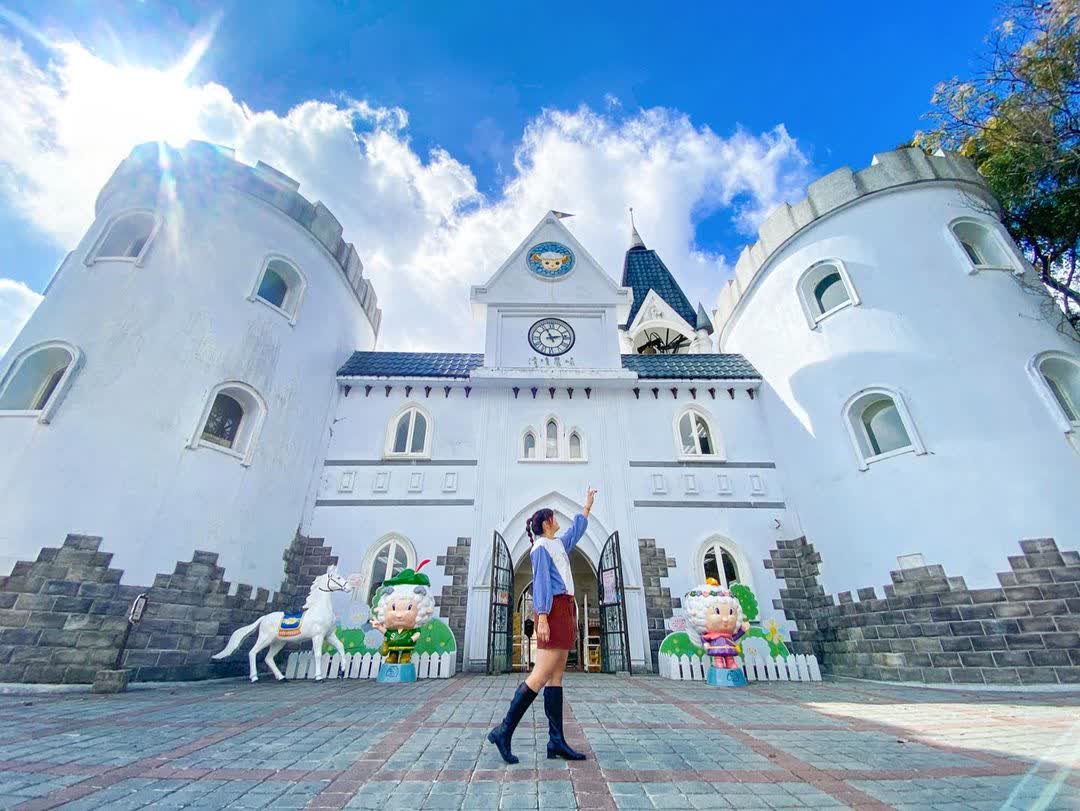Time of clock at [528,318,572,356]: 11:13
